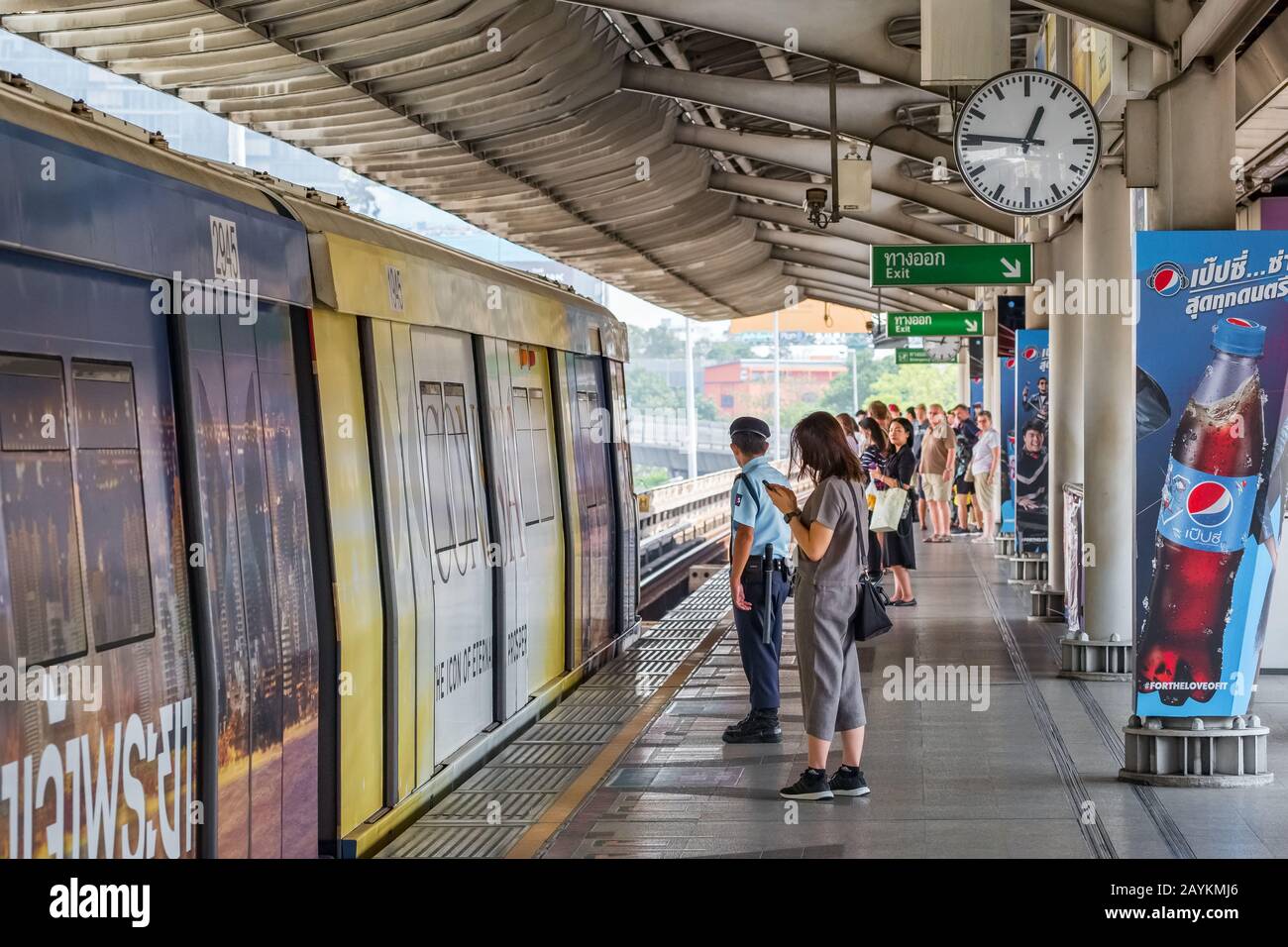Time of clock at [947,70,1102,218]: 12:46
